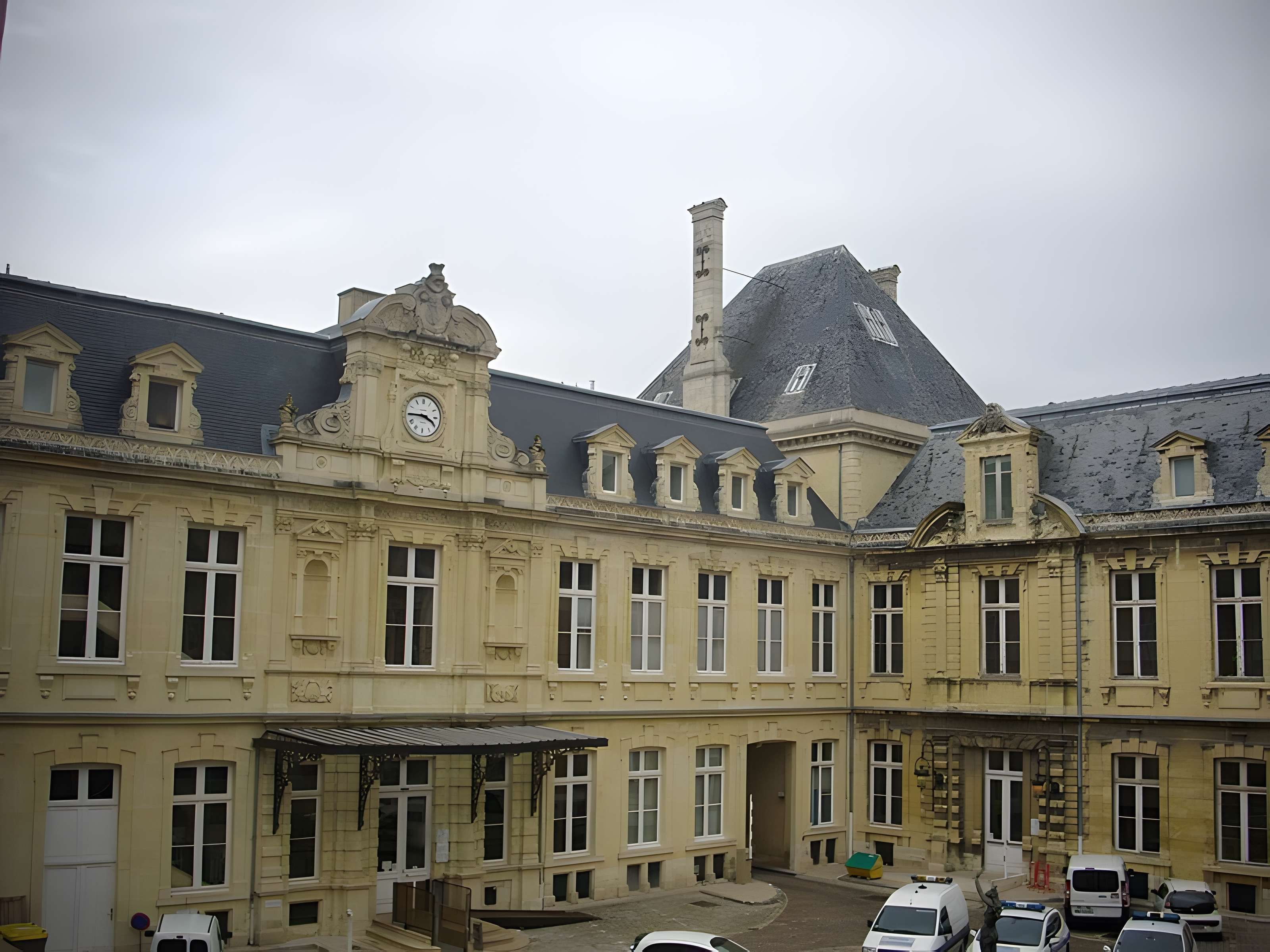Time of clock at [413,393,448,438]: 3:44
